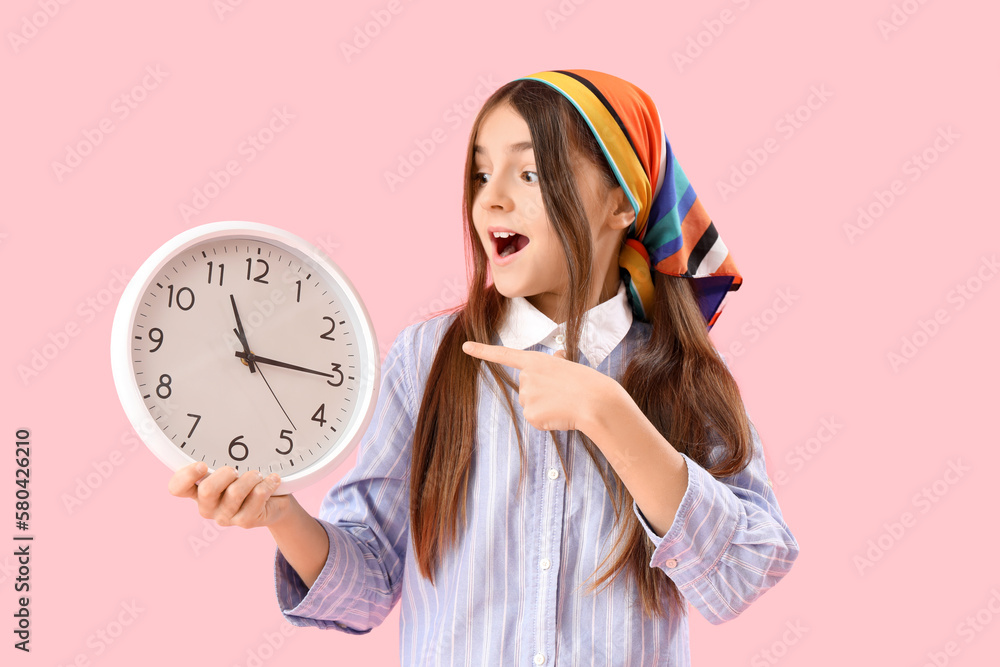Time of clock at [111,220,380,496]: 11:15
